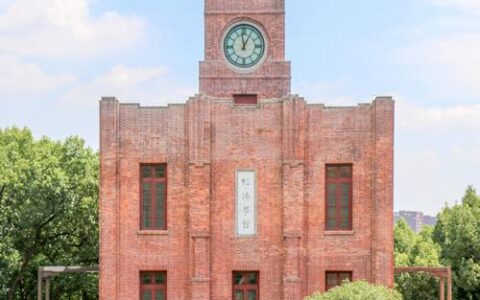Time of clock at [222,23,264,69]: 12:58
